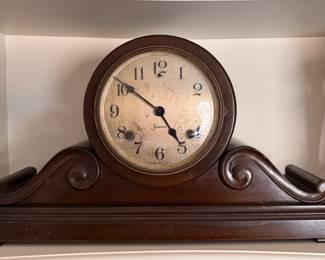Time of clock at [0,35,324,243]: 4:51
